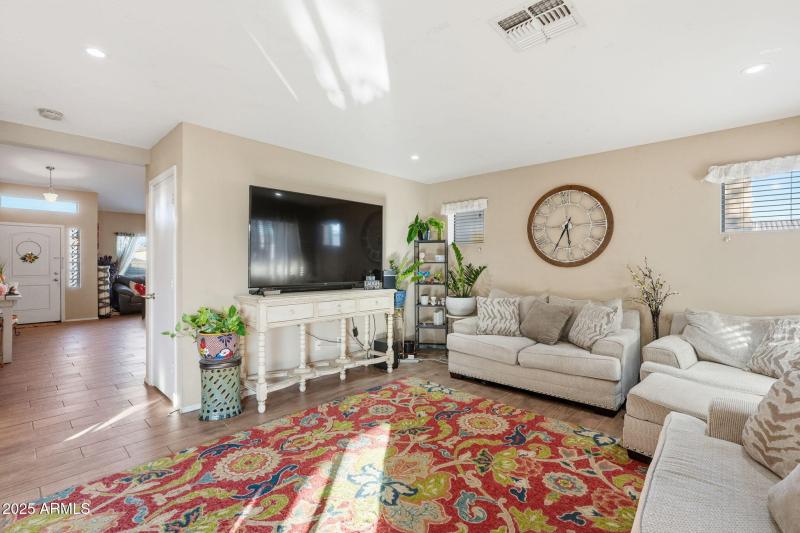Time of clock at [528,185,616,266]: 5:35
